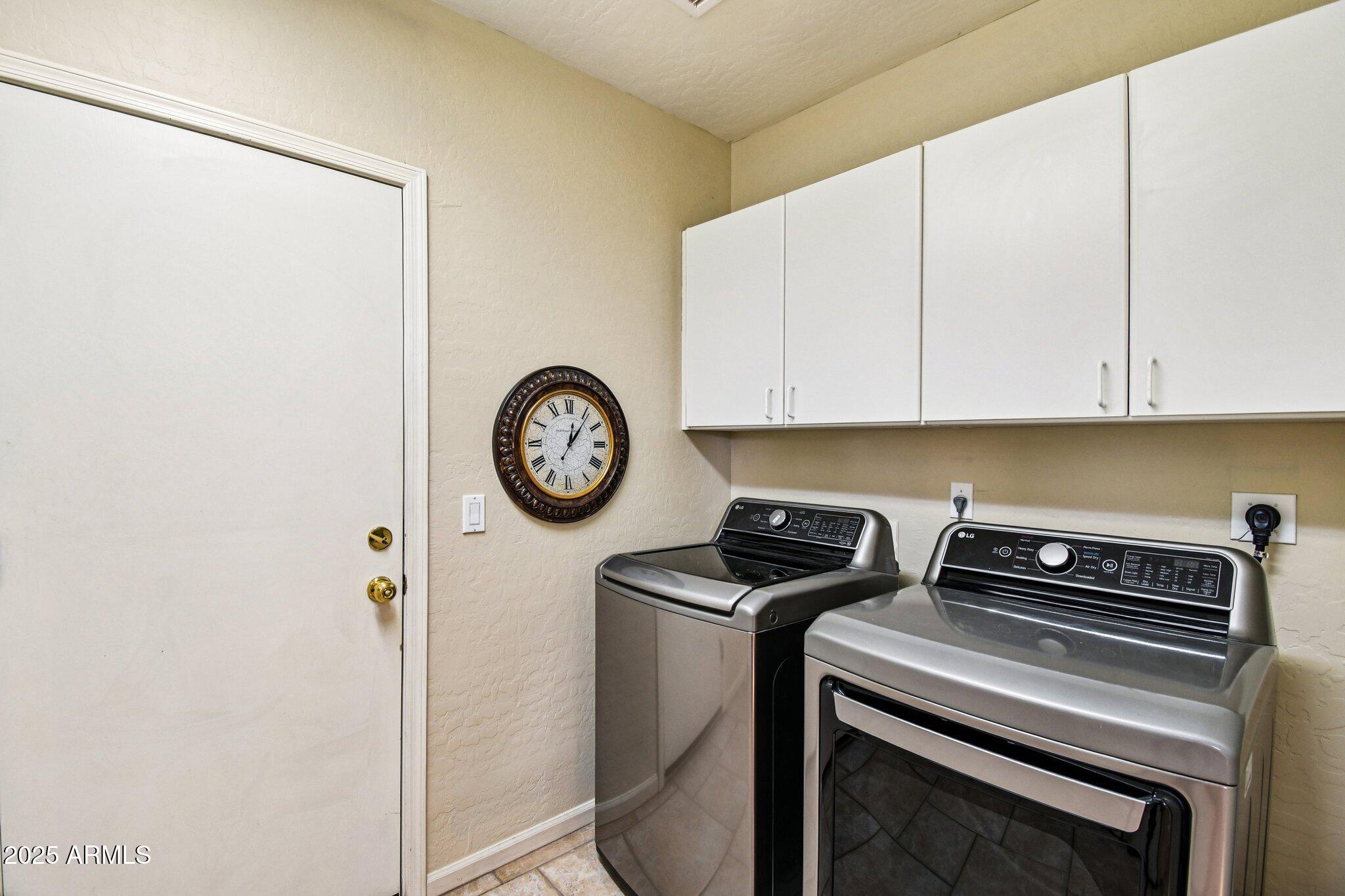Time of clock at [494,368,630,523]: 12:06
